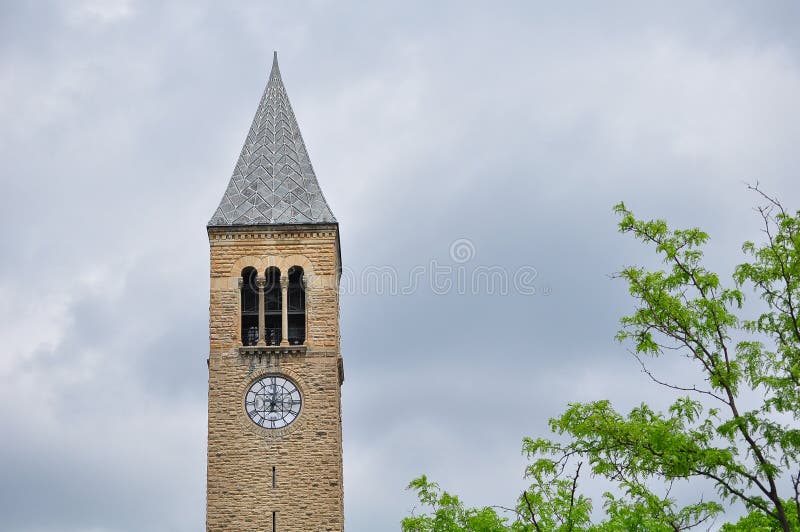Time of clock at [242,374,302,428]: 7:01
